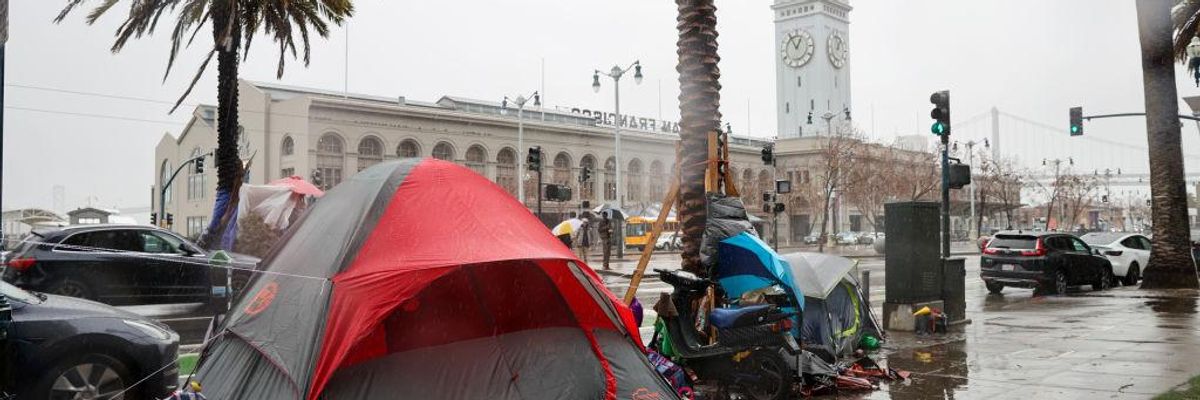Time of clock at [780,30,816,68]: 12:55
